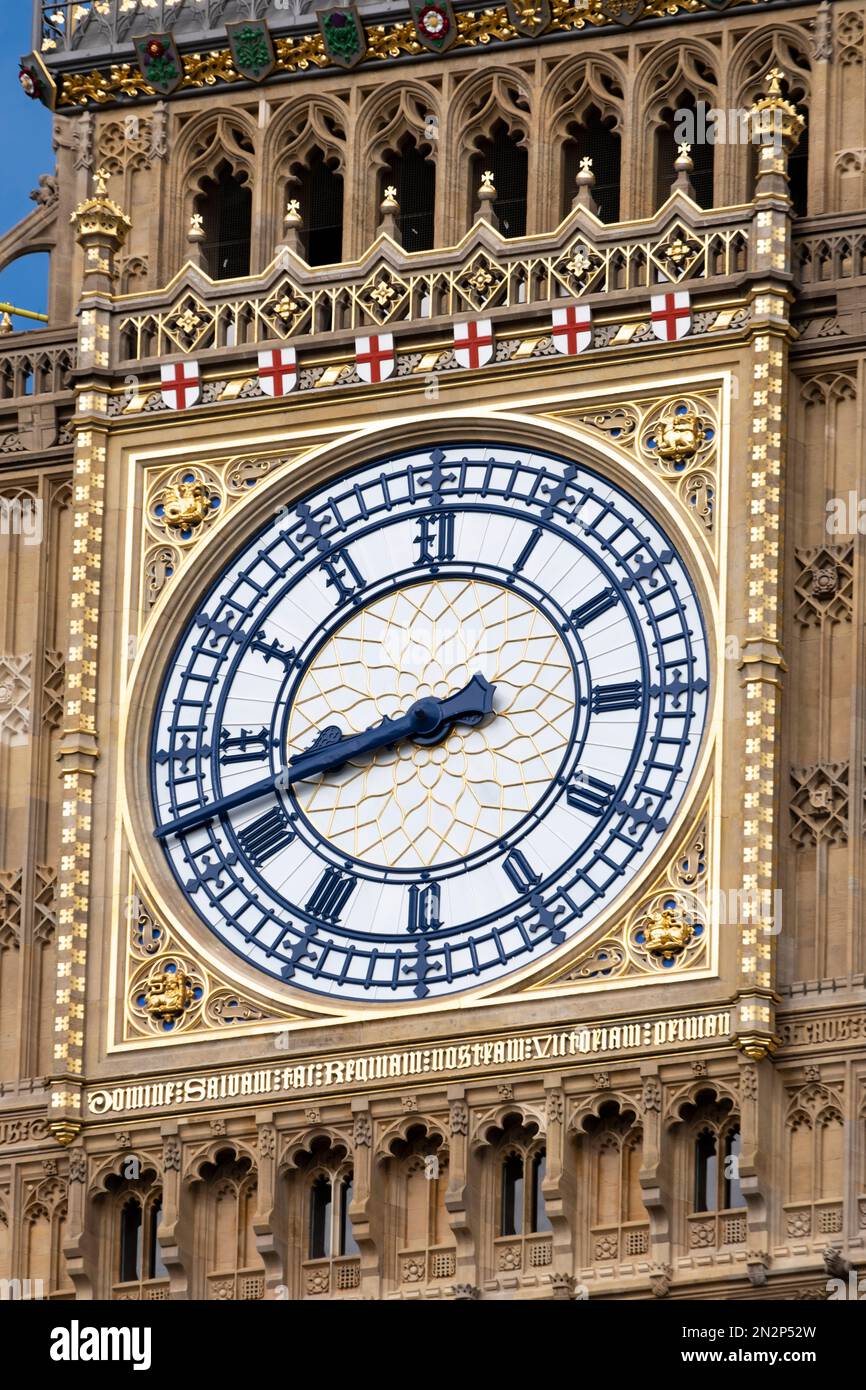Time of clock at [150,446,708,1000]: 8:42
